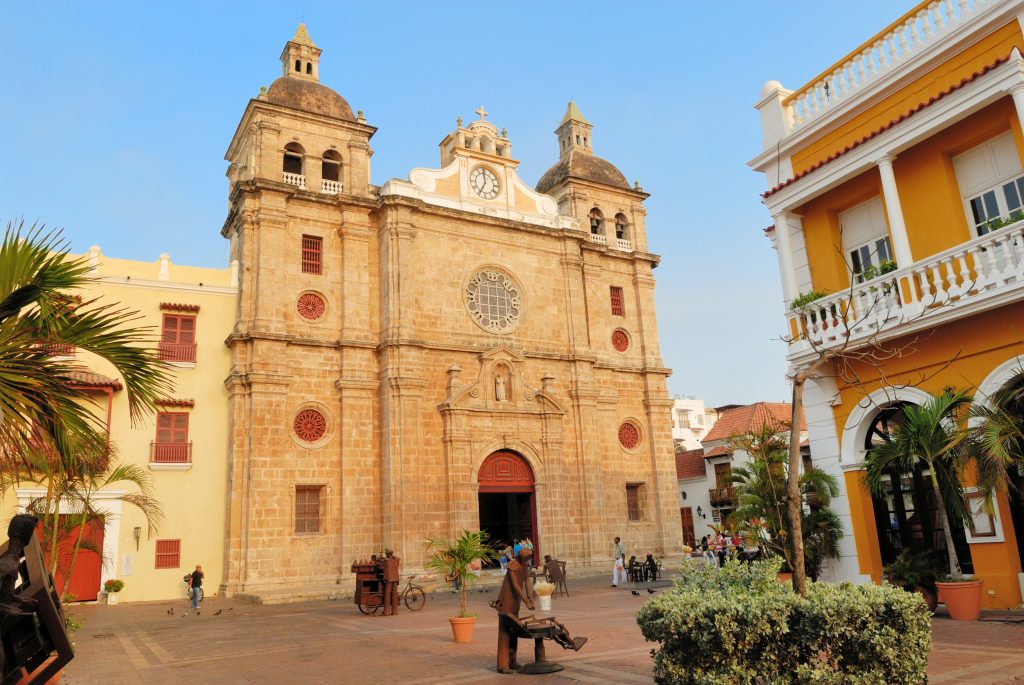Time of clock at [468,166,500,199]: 6:58
